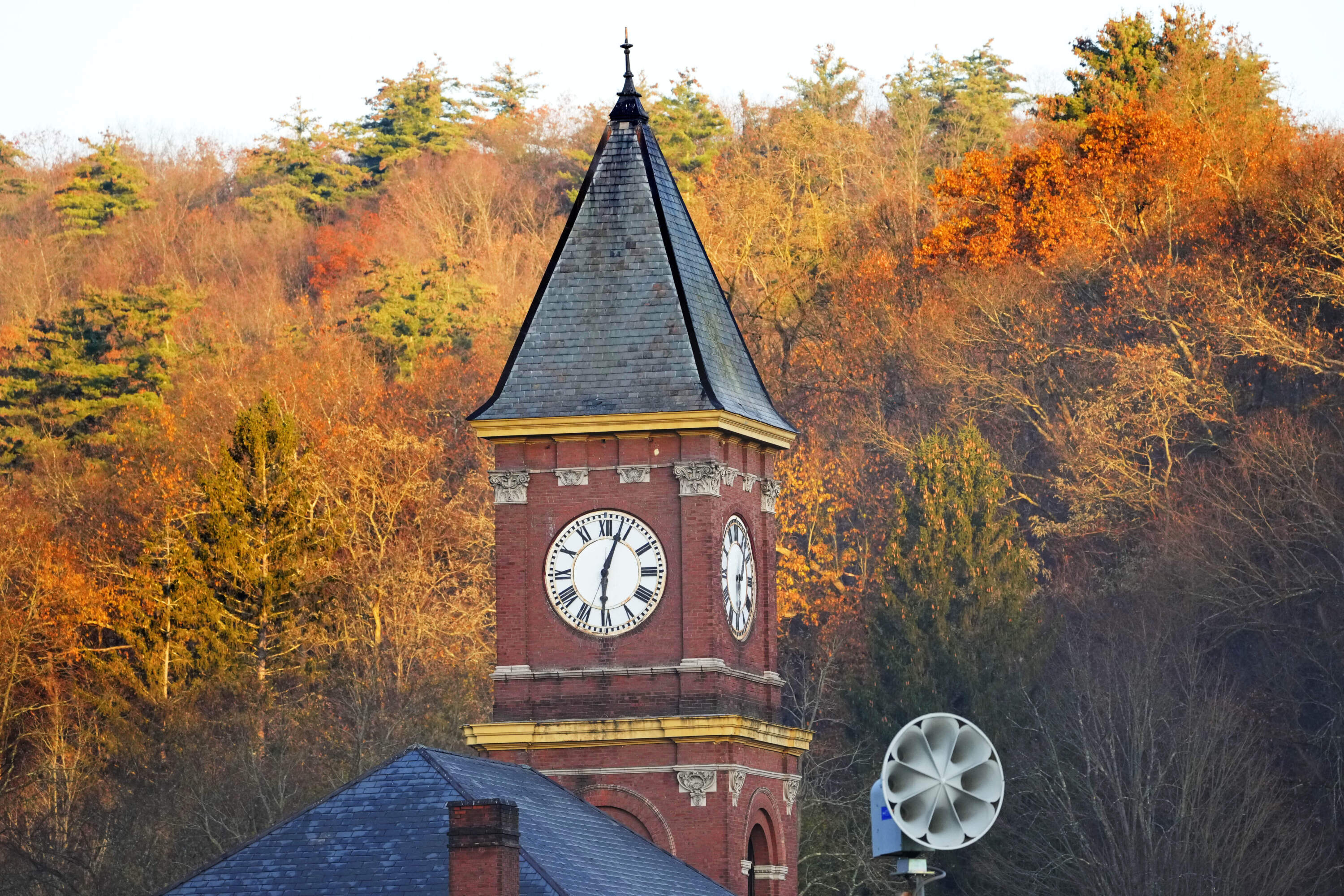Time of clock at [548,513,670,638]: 6:03
